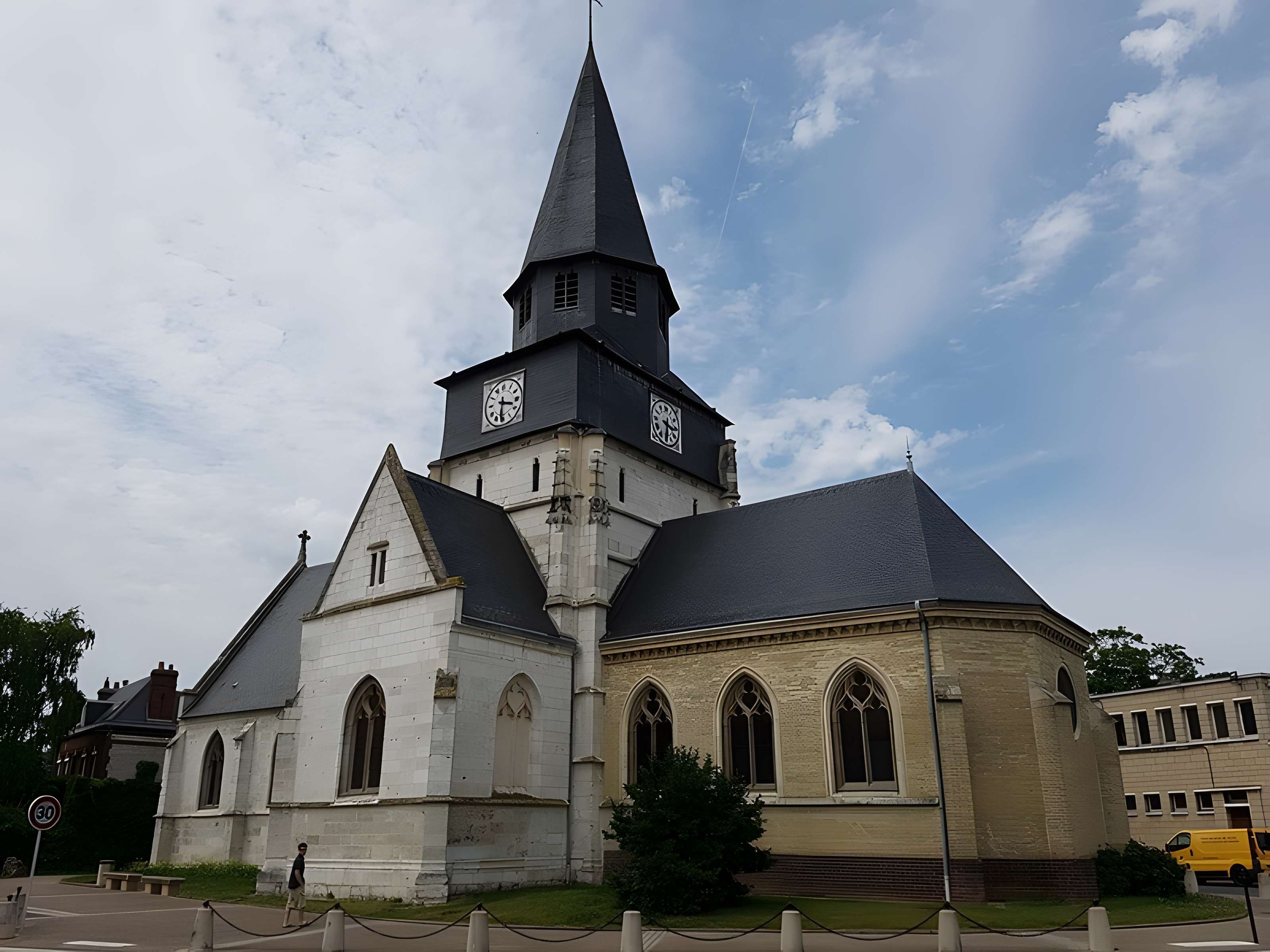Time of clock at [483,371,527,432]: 3:31
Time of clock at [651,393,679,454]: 6:15
